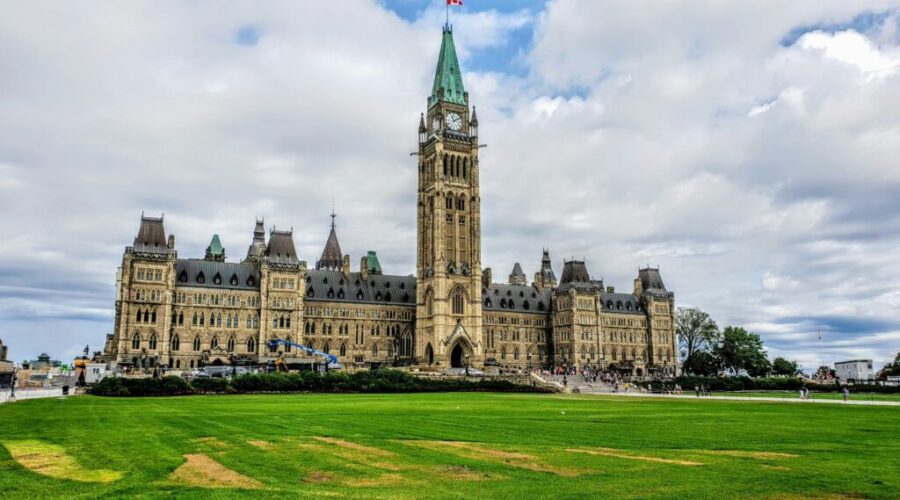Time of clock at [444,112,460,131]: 11:09
